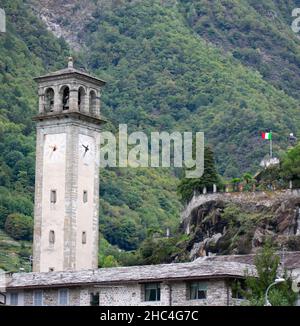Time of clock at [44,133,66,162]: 9:36
